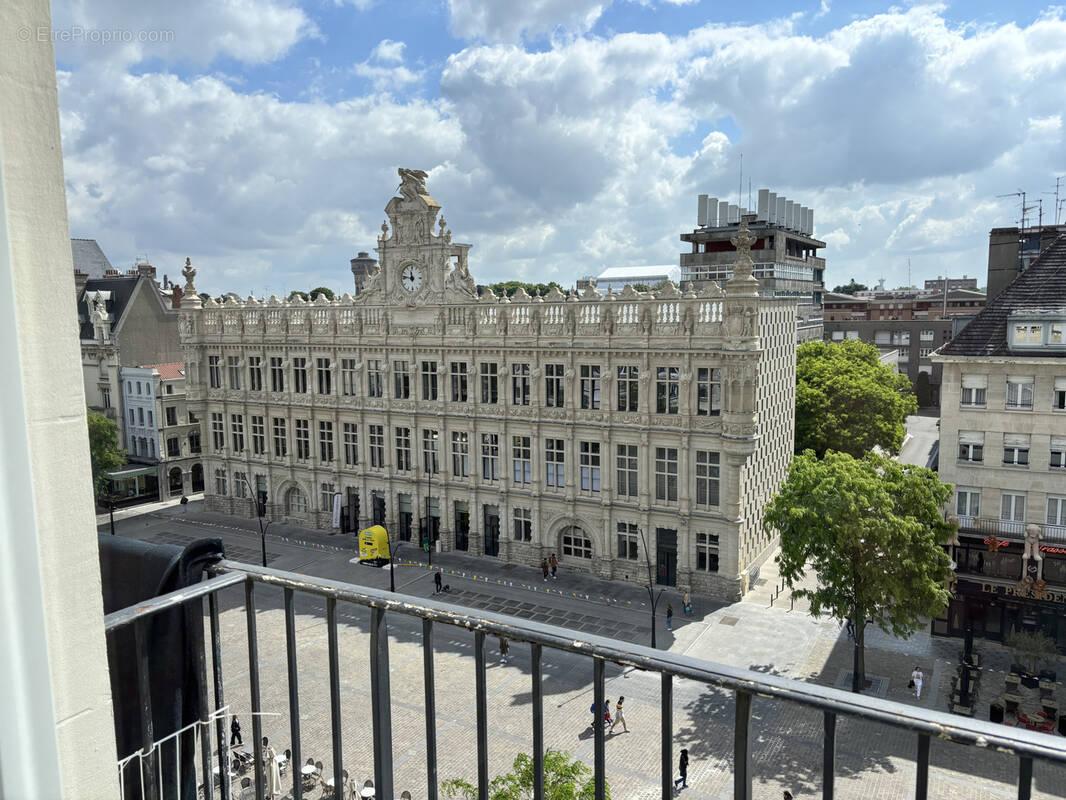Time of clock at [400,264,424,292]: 11:46
